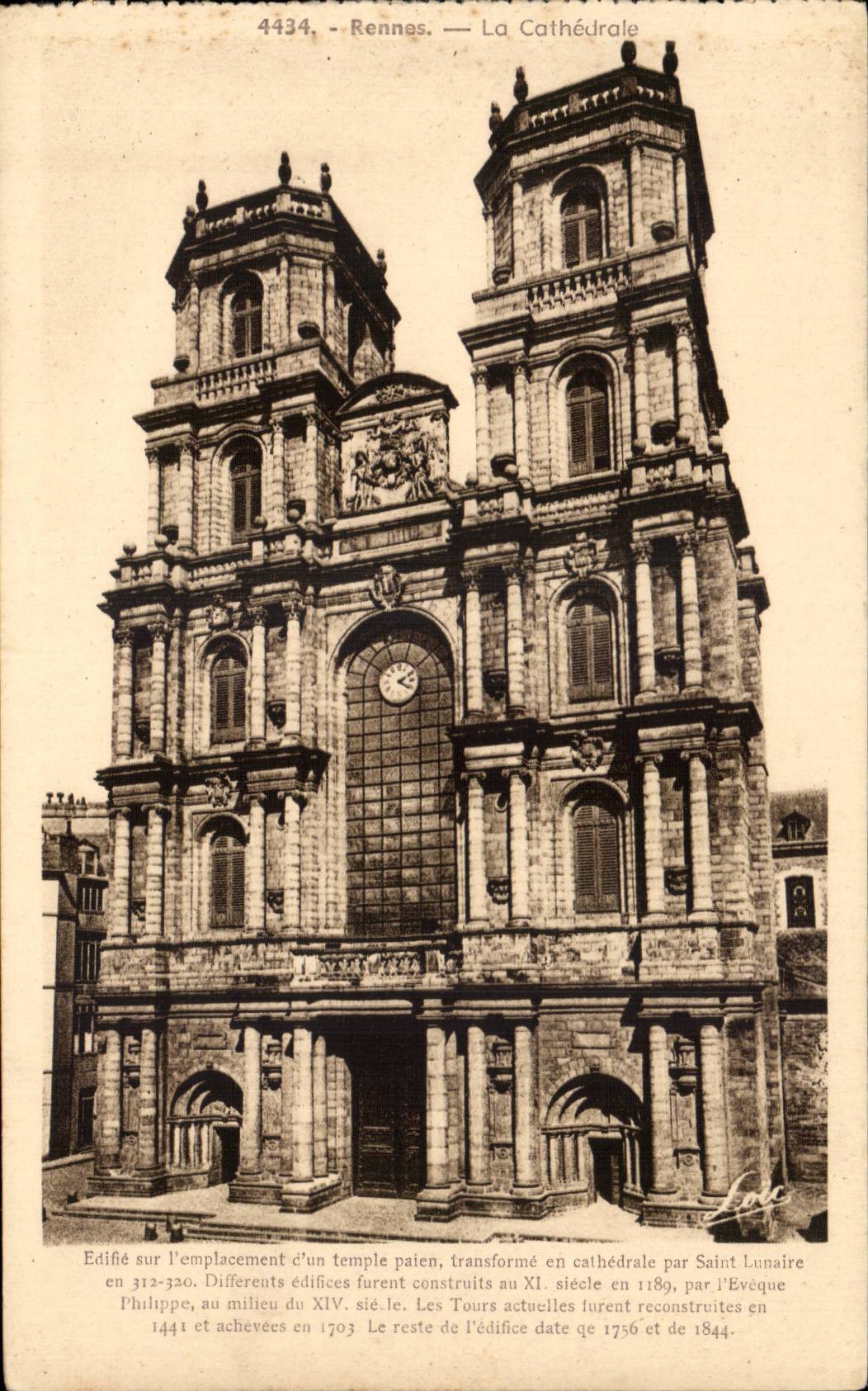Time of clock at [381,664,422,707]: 2:21
